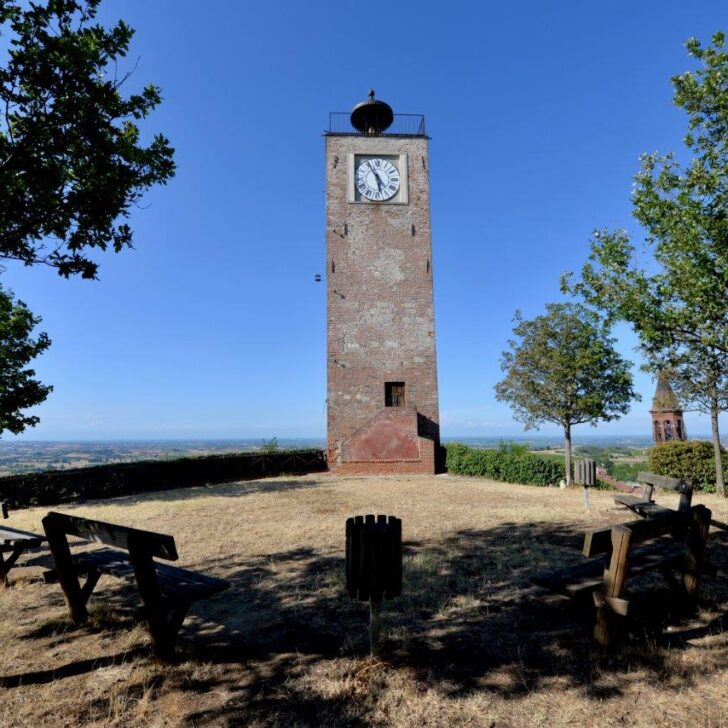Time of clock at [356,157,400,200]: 5:54
